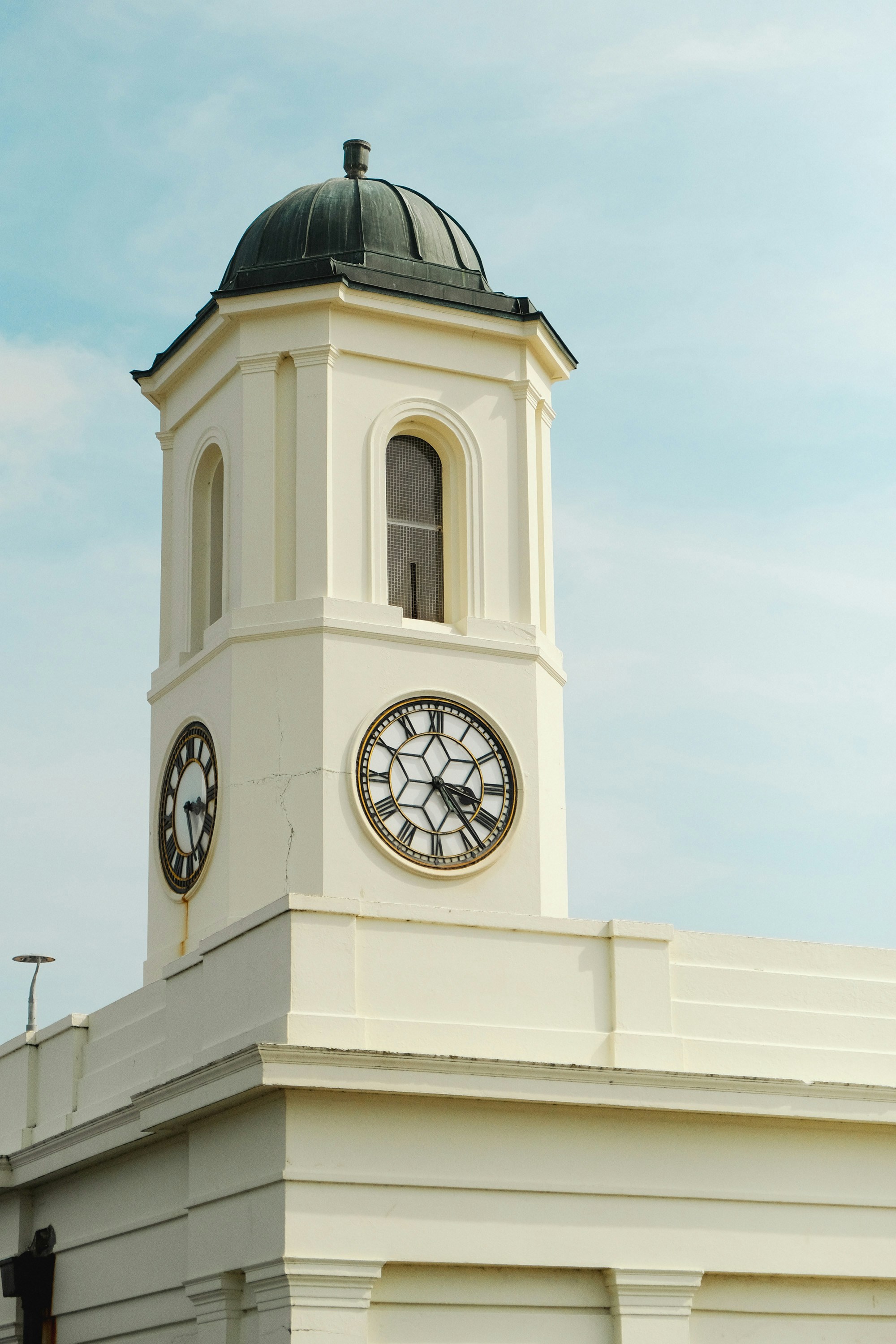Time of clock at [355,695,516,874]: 3:23
